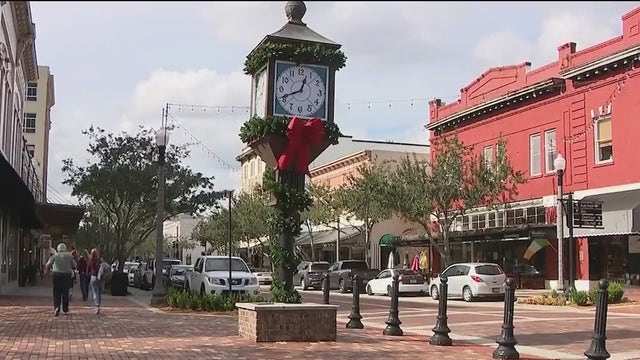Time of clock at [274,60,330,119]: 12:41
